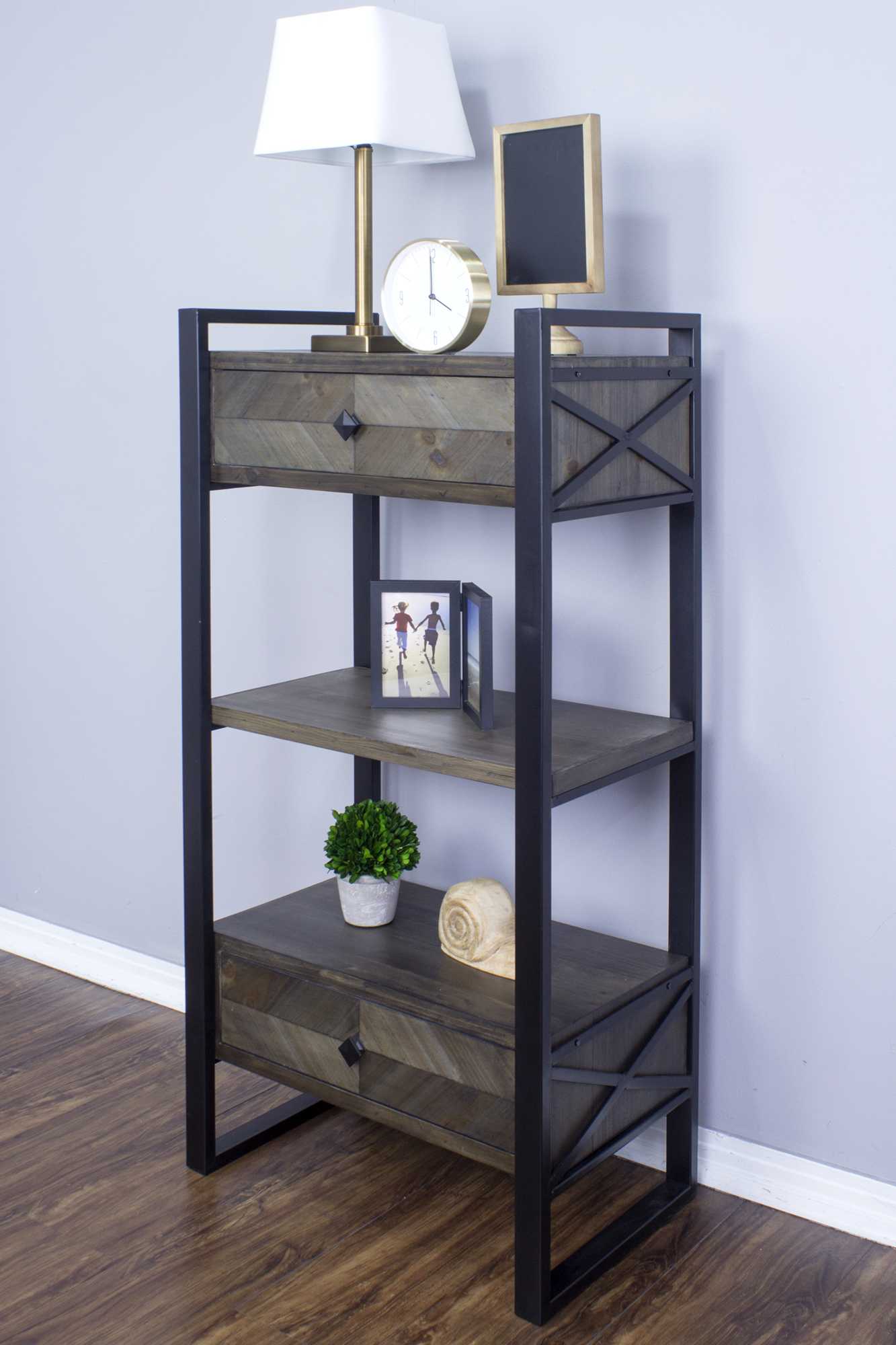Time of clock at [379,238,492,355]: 4:00
